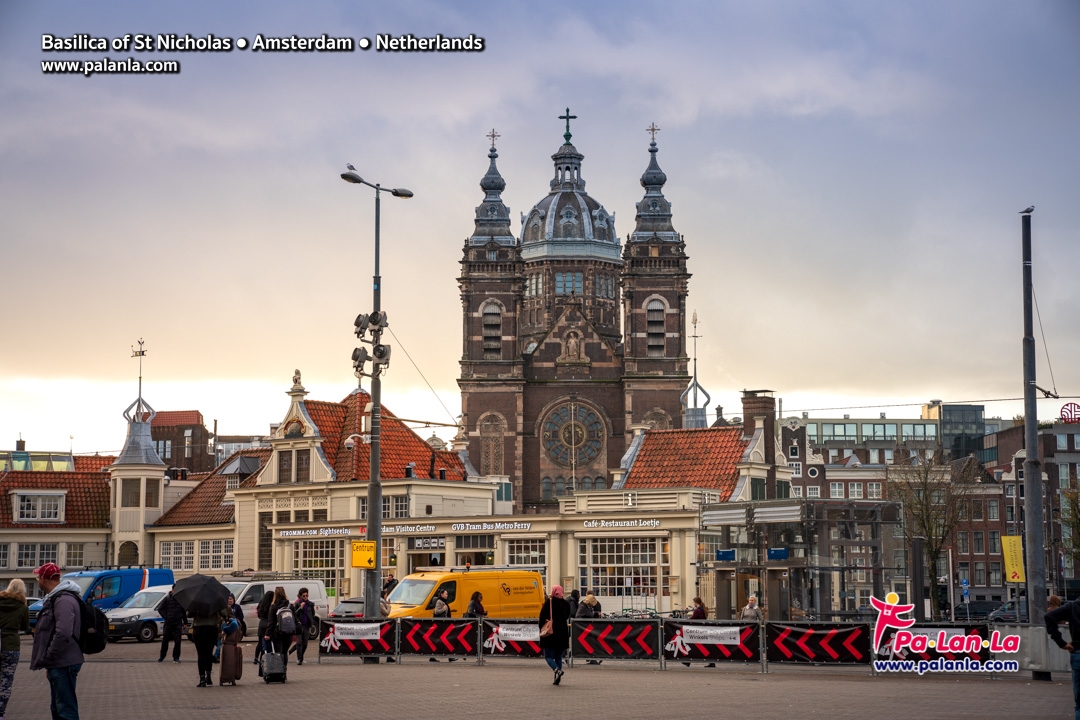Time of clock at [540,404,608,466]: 5:59
